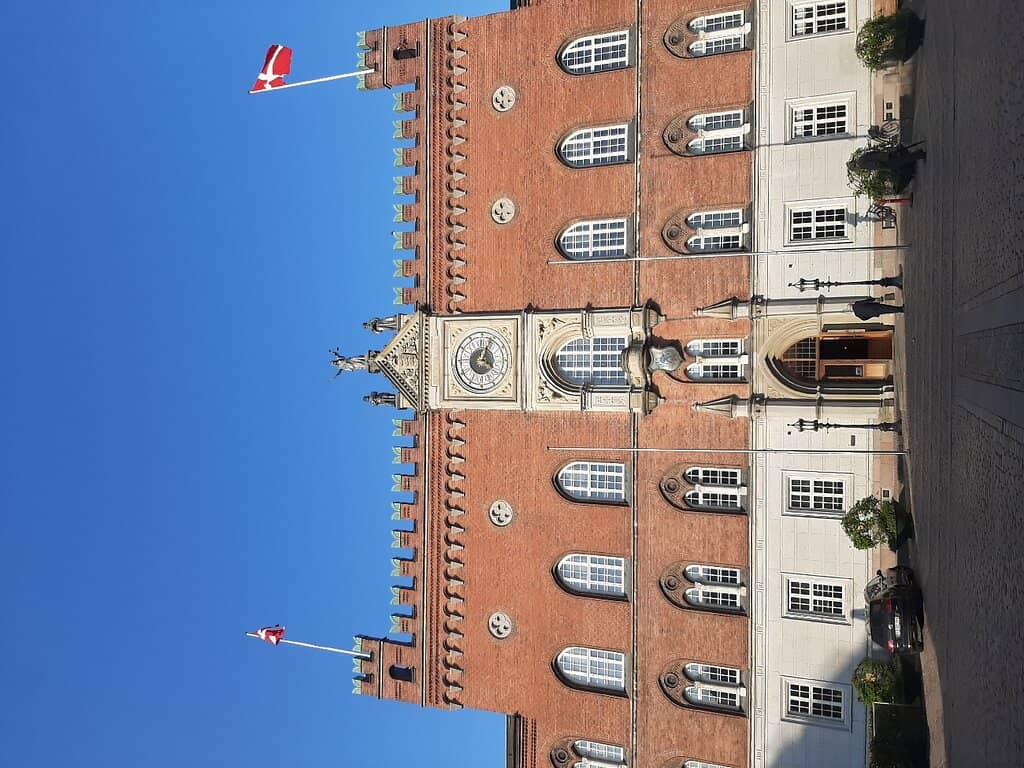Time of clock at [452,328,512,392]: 4:03
